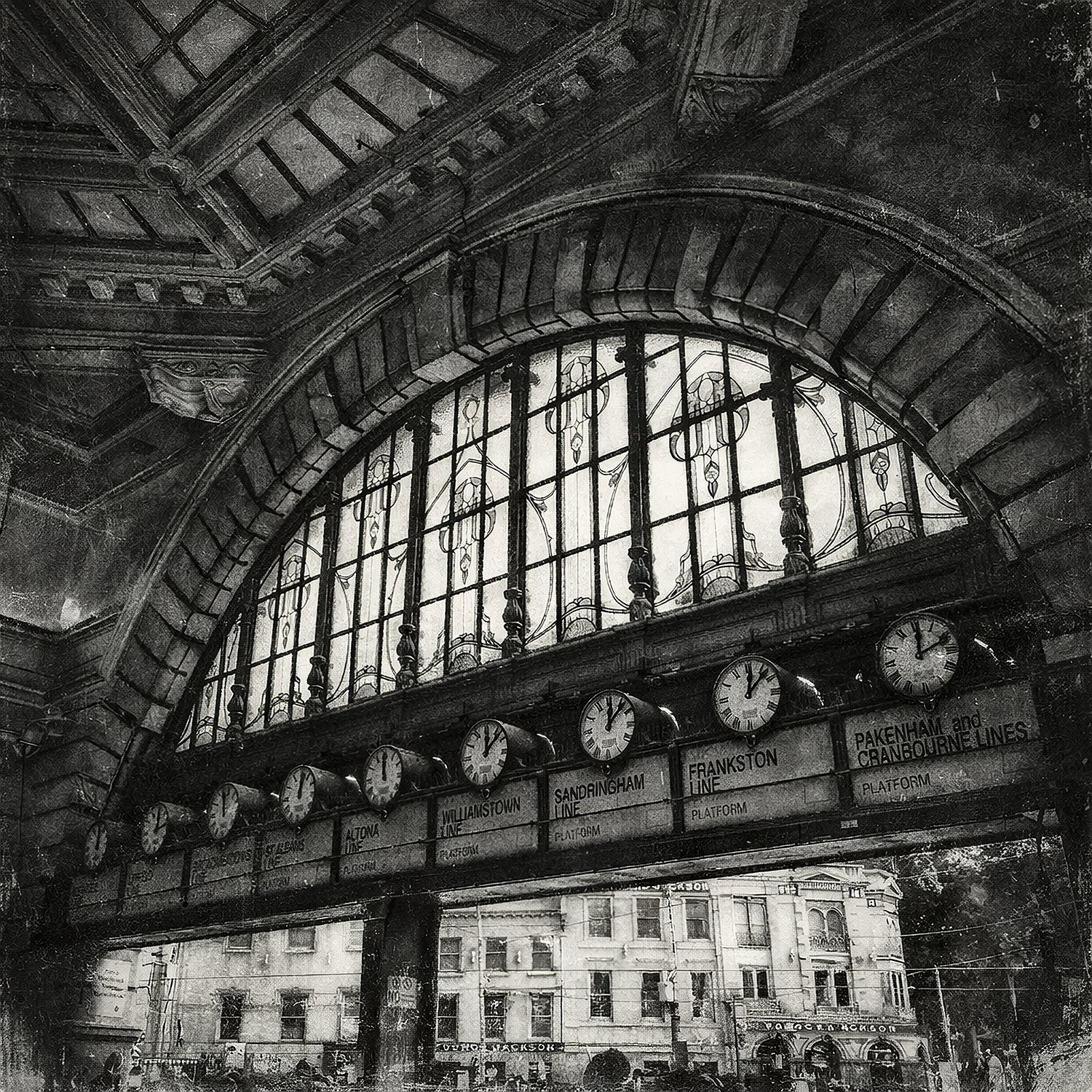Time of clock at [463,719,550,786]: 12:07
